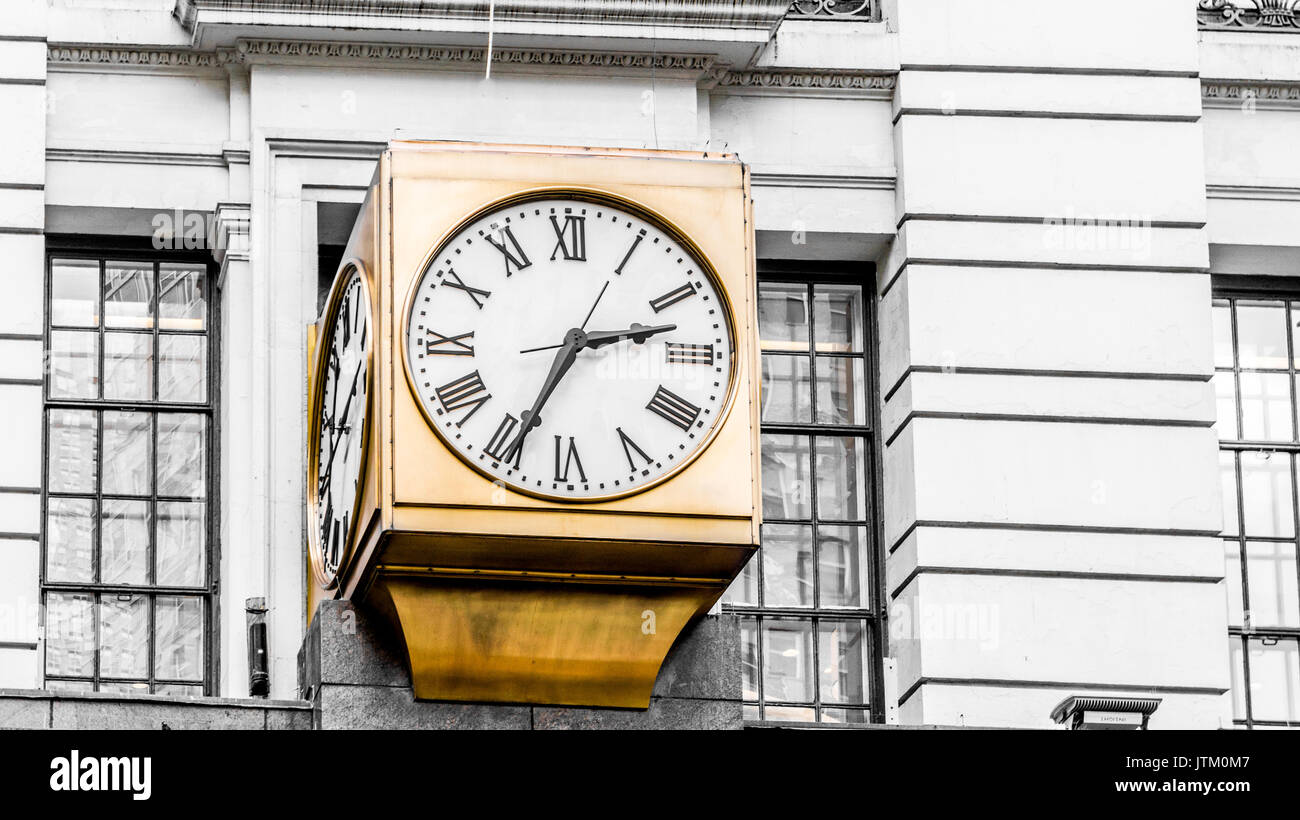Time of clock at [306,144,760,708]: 2:34
